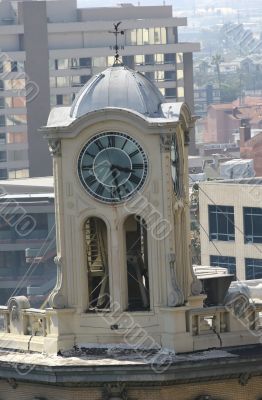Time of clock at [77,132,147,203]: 3:27
